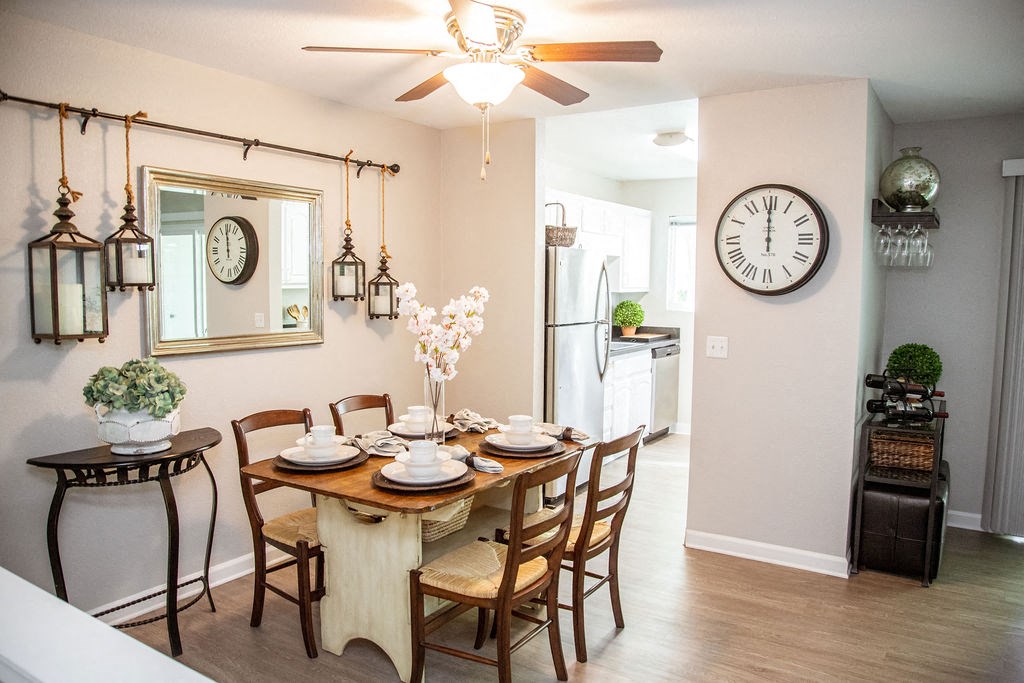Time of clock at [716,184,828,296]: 11:59
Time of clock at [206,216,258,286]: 11:58
